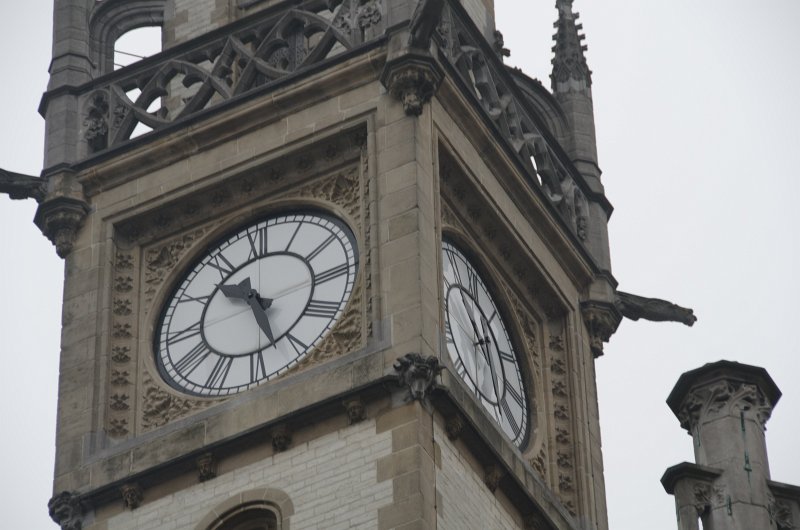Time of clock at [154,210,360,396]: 10:27
